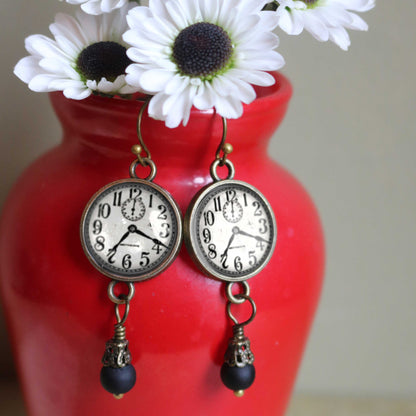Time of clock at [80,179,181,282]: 7:18
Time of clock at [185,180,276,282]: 7:18
